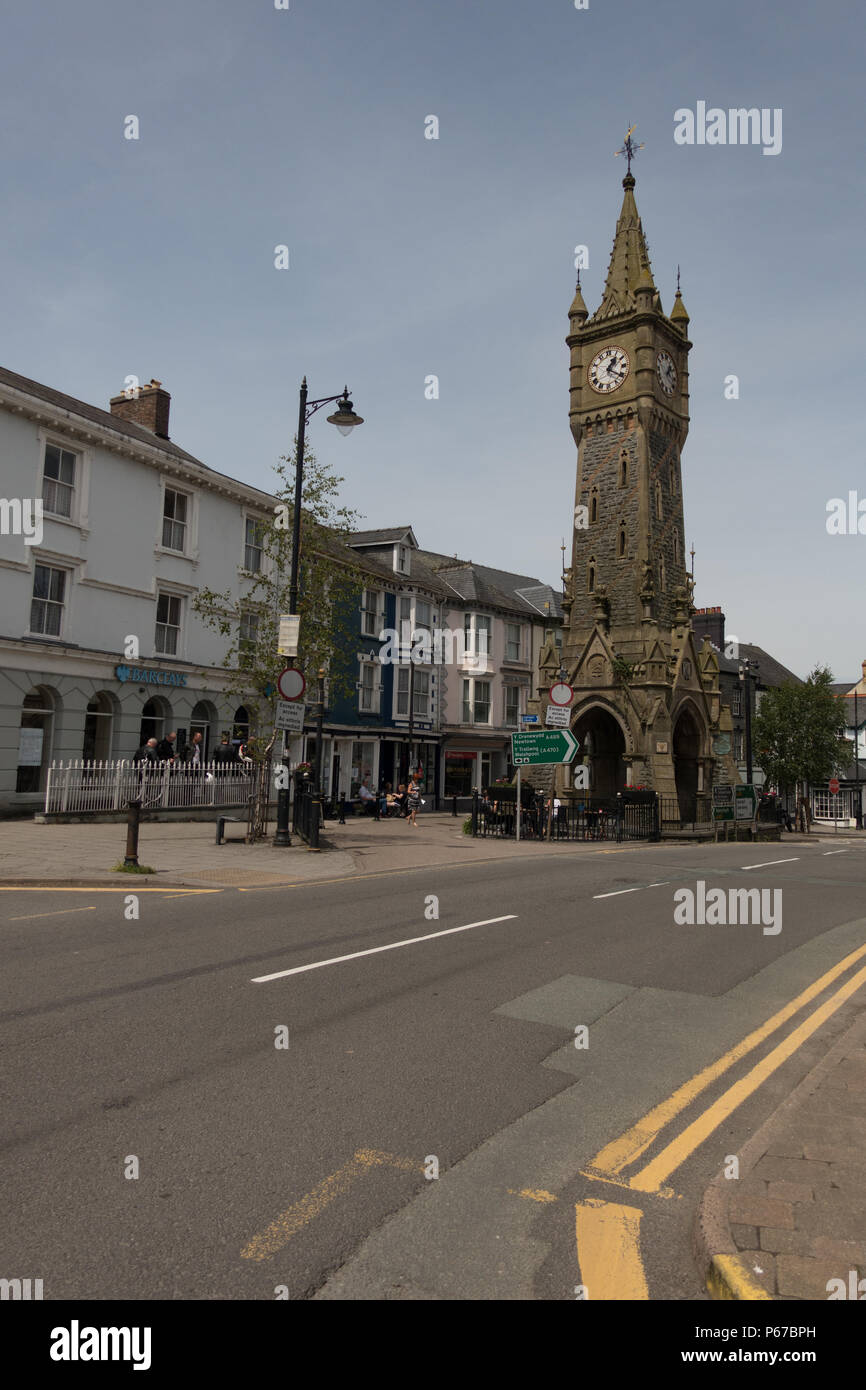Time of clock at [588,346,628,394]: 1:20
